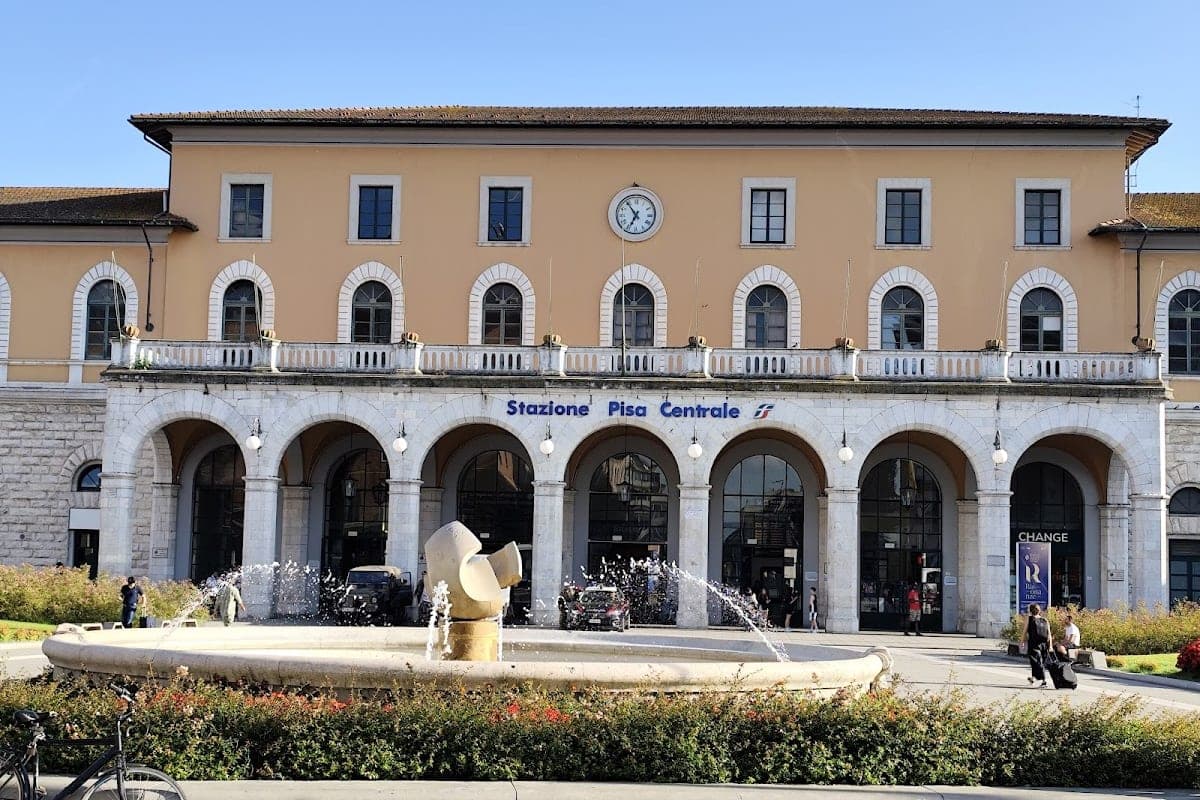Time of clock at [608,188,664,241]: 6:54
